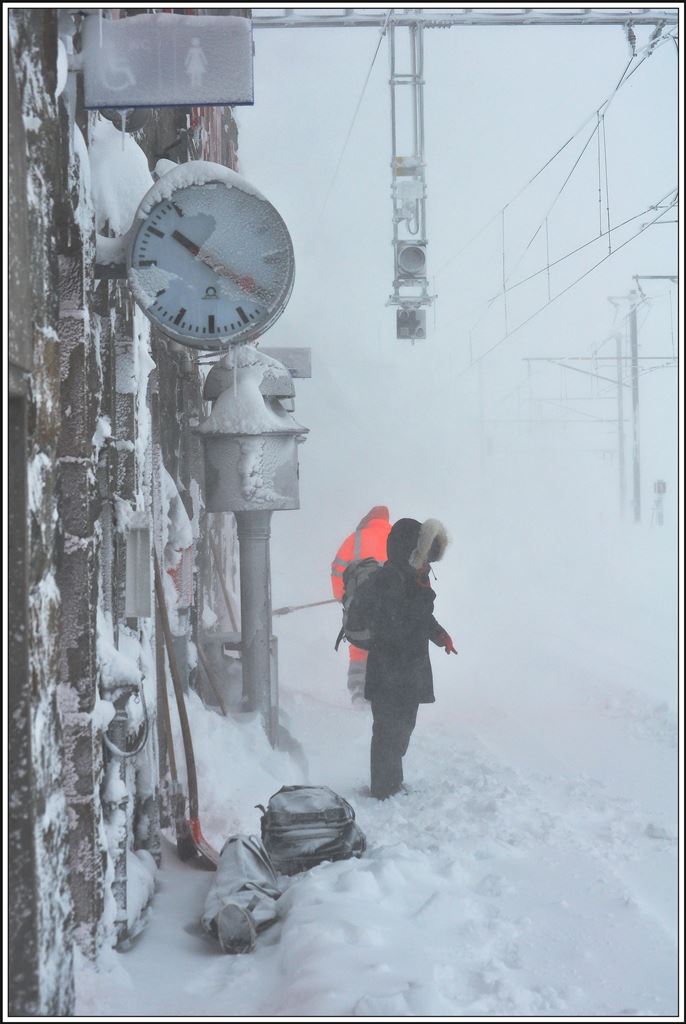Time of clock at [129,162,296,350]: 10:20
